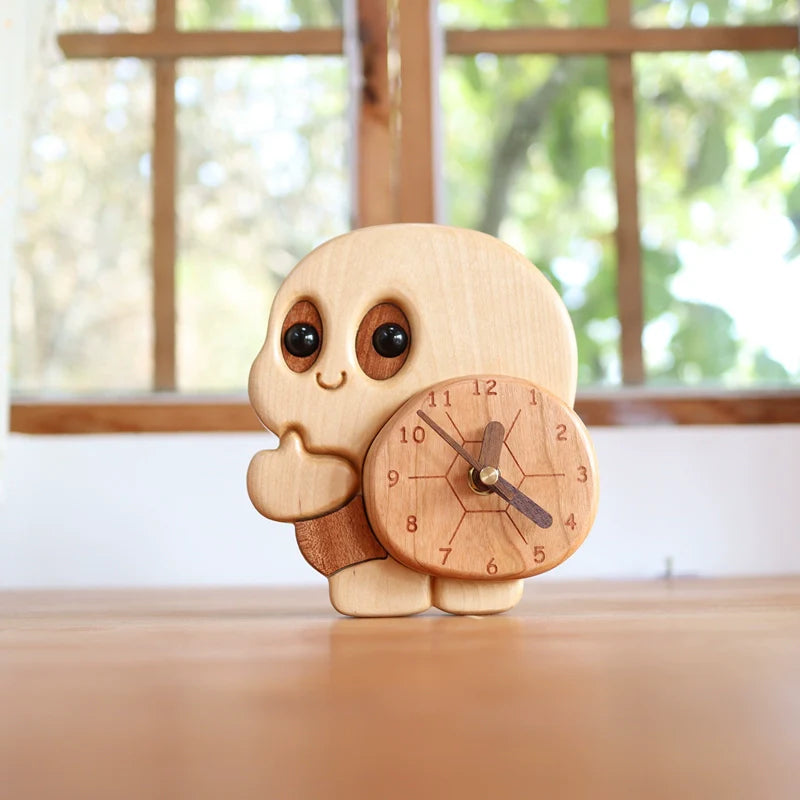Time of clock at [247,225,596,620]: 4:21
